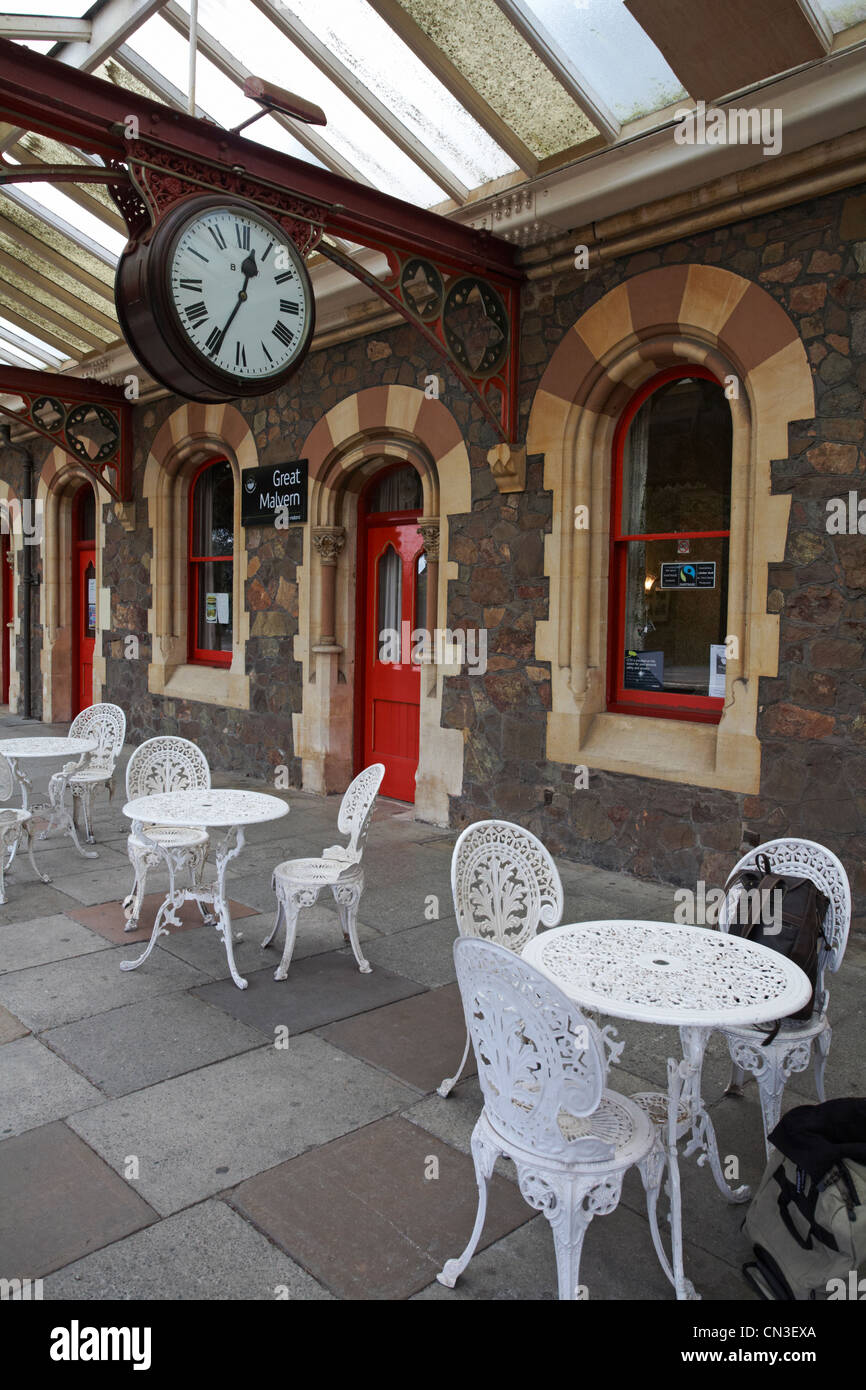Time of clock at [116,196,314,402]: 12:34
